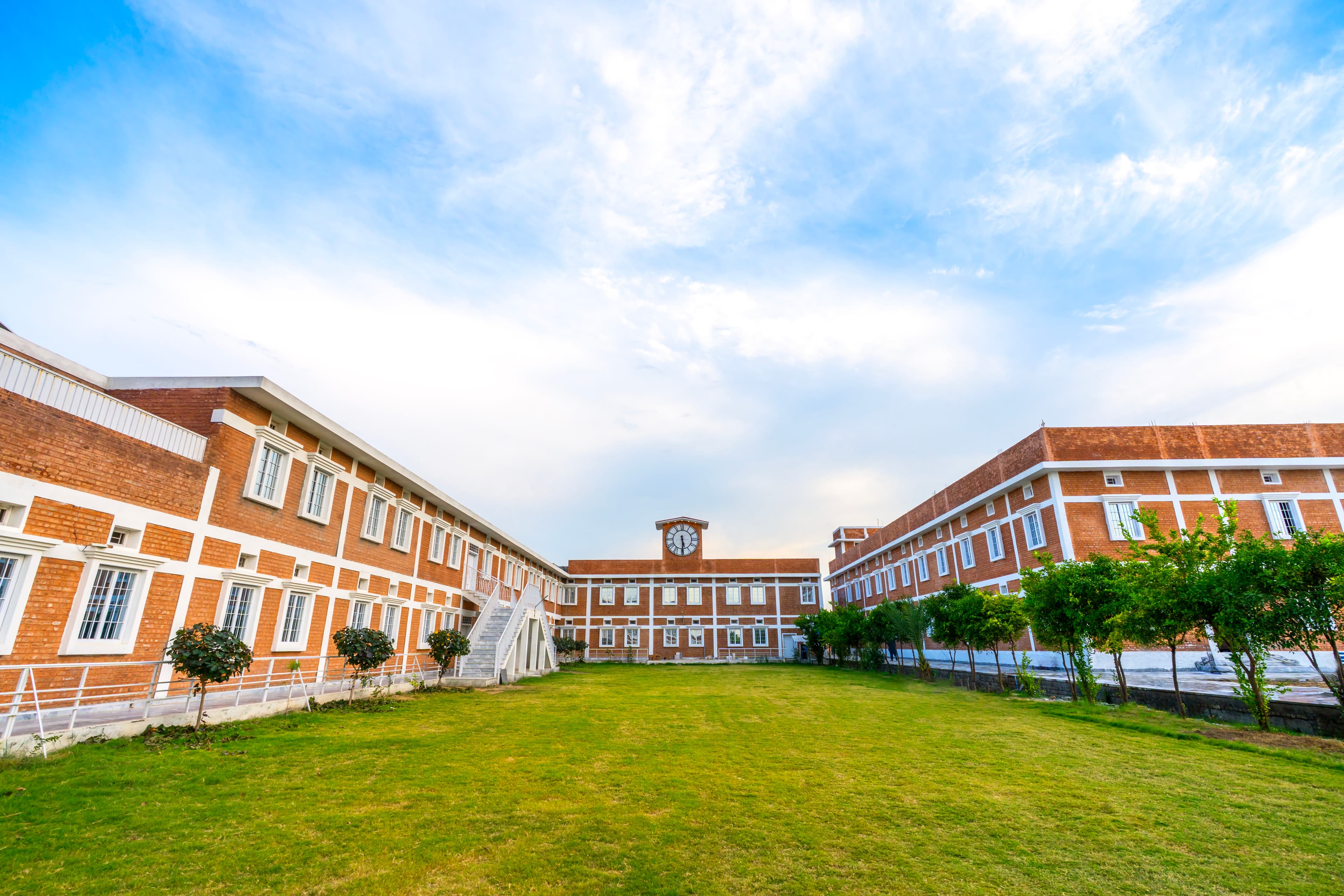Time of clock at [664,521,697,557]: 5:29
